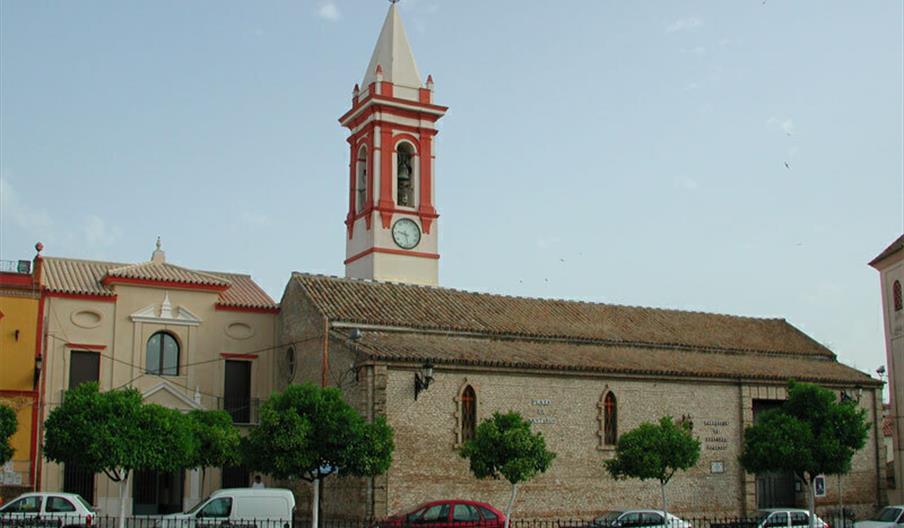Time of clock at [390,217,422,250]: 9:28
